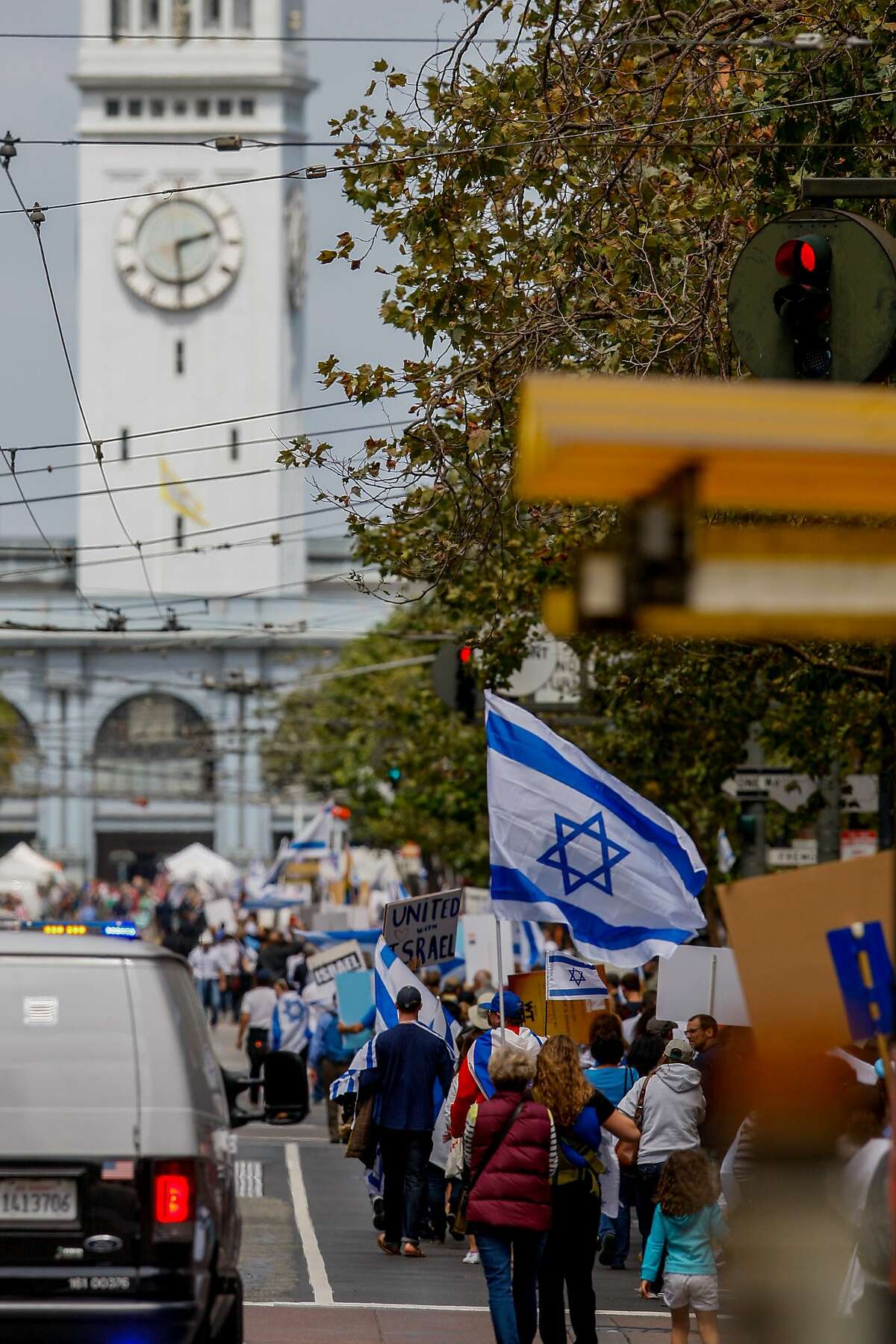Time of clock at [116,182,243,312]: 2:29
